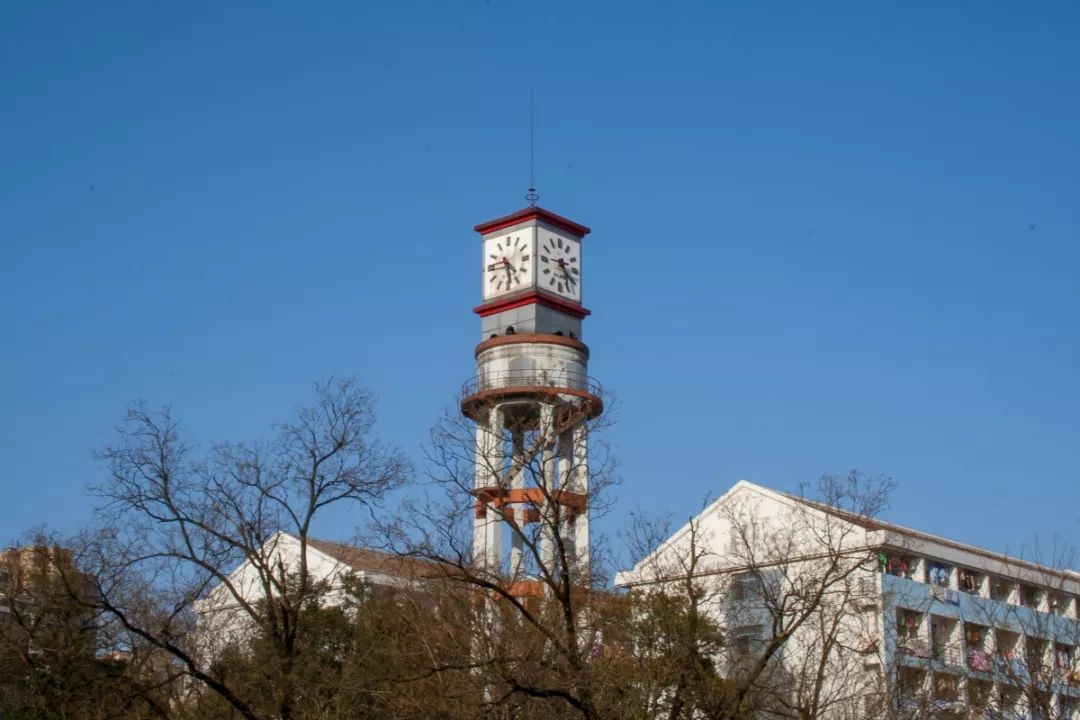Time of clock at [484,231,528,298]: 4:28
